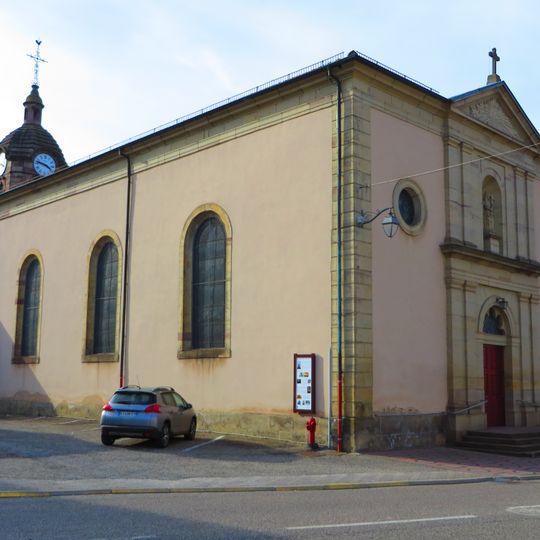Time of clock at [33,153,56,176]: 3:47
